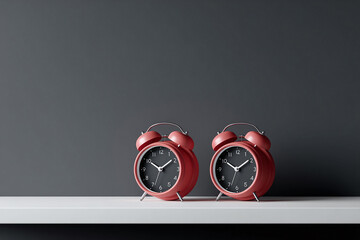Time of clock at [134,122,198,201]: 1:50
